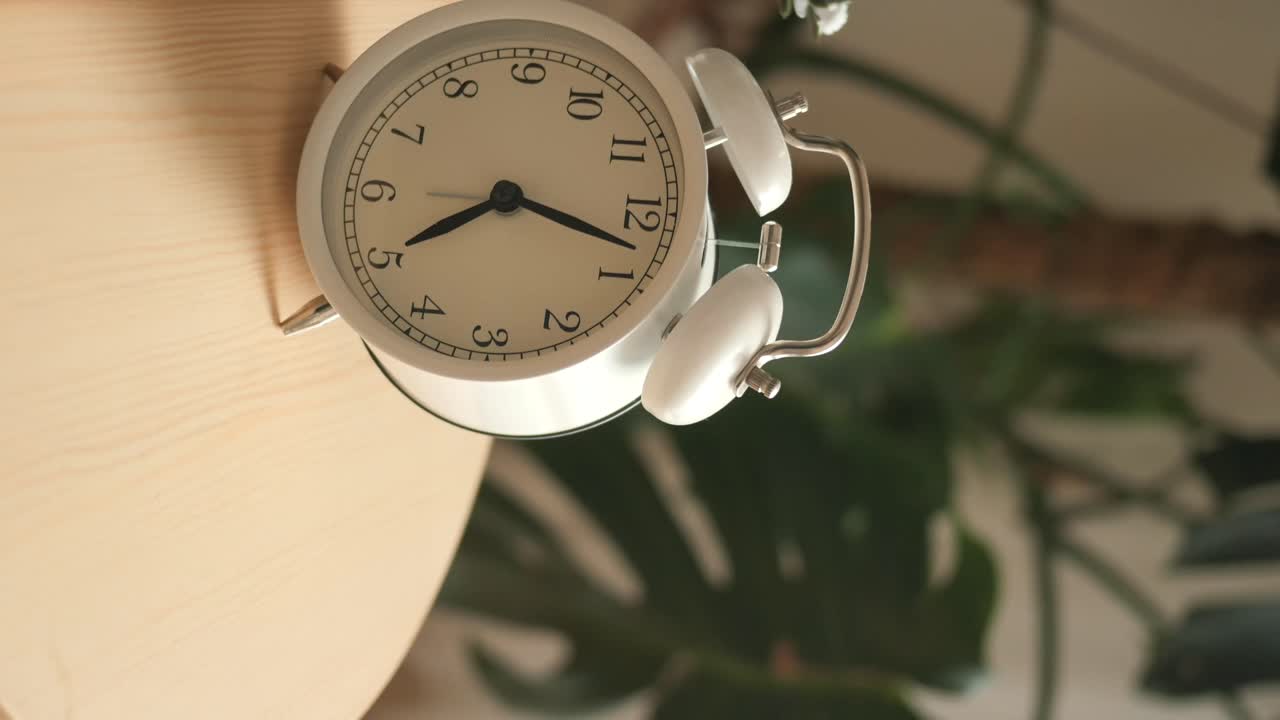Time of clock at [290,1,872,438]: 8:17
